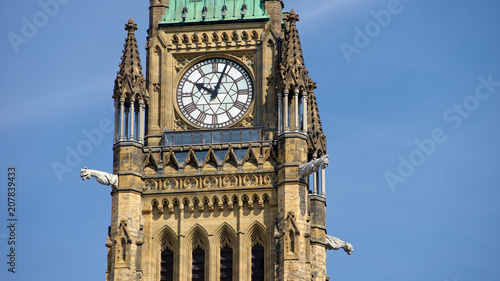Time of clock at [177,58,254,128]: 10:03
